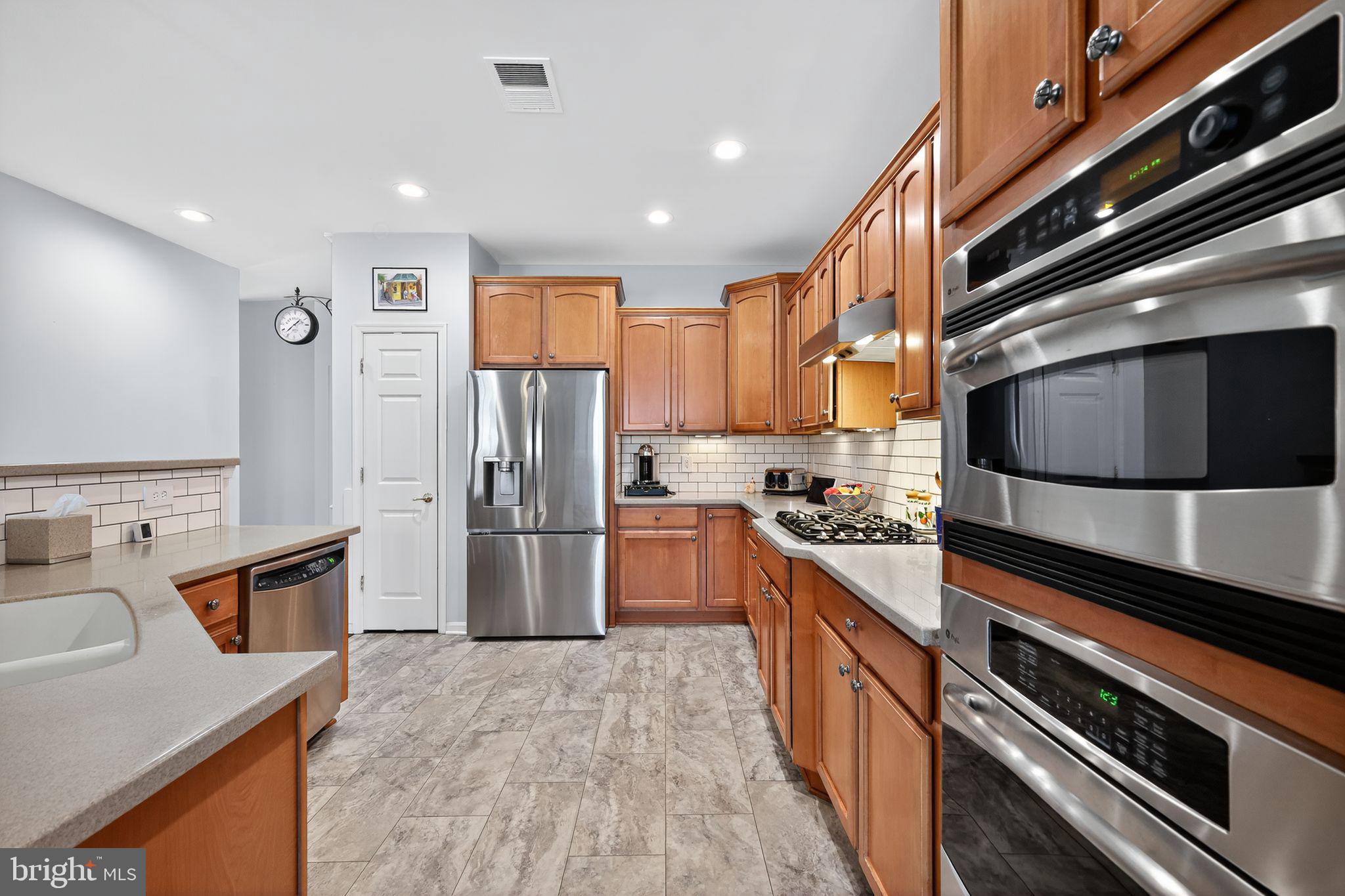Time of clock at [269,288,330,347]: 1:37
